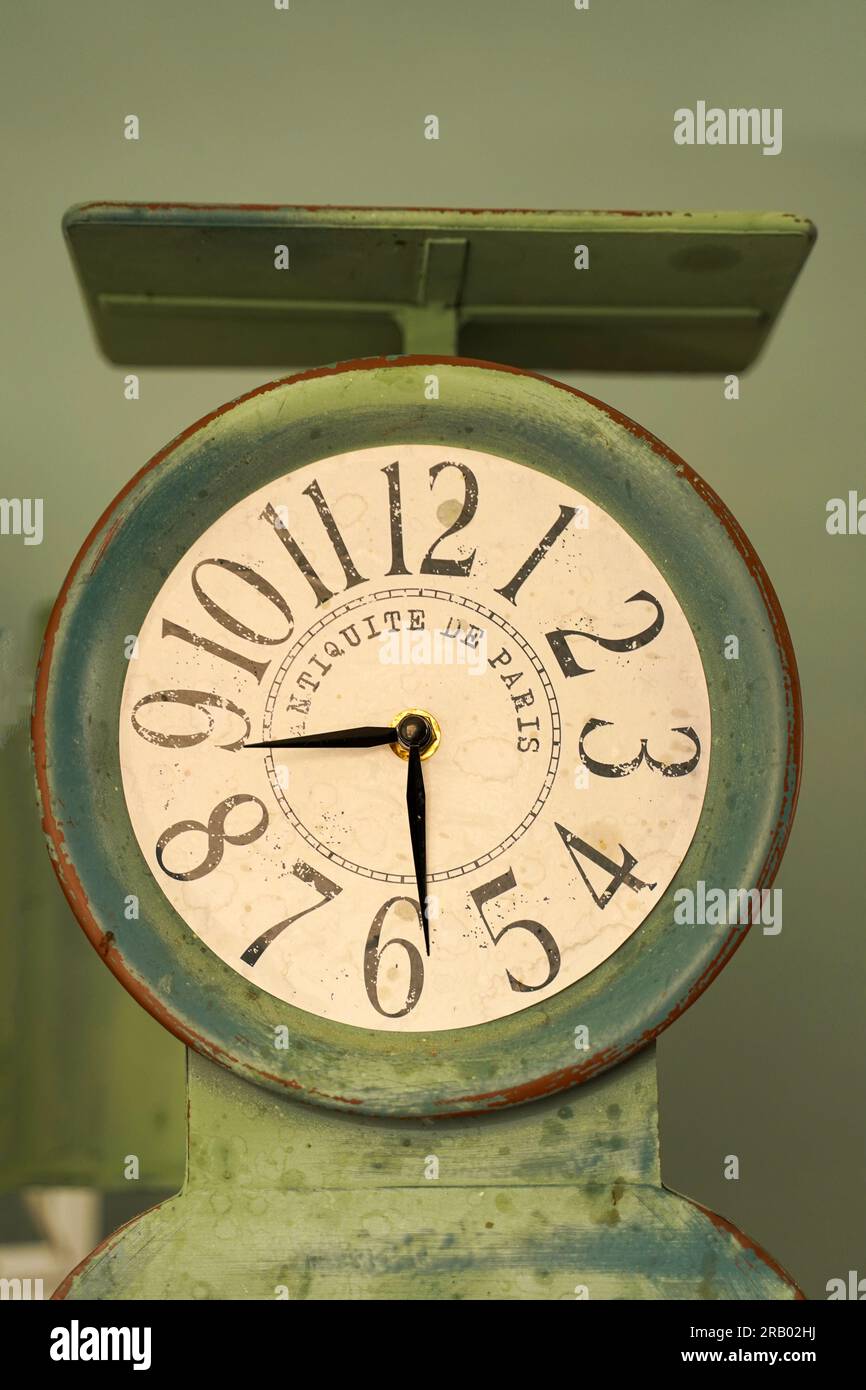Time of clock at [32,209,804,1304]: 8:28
